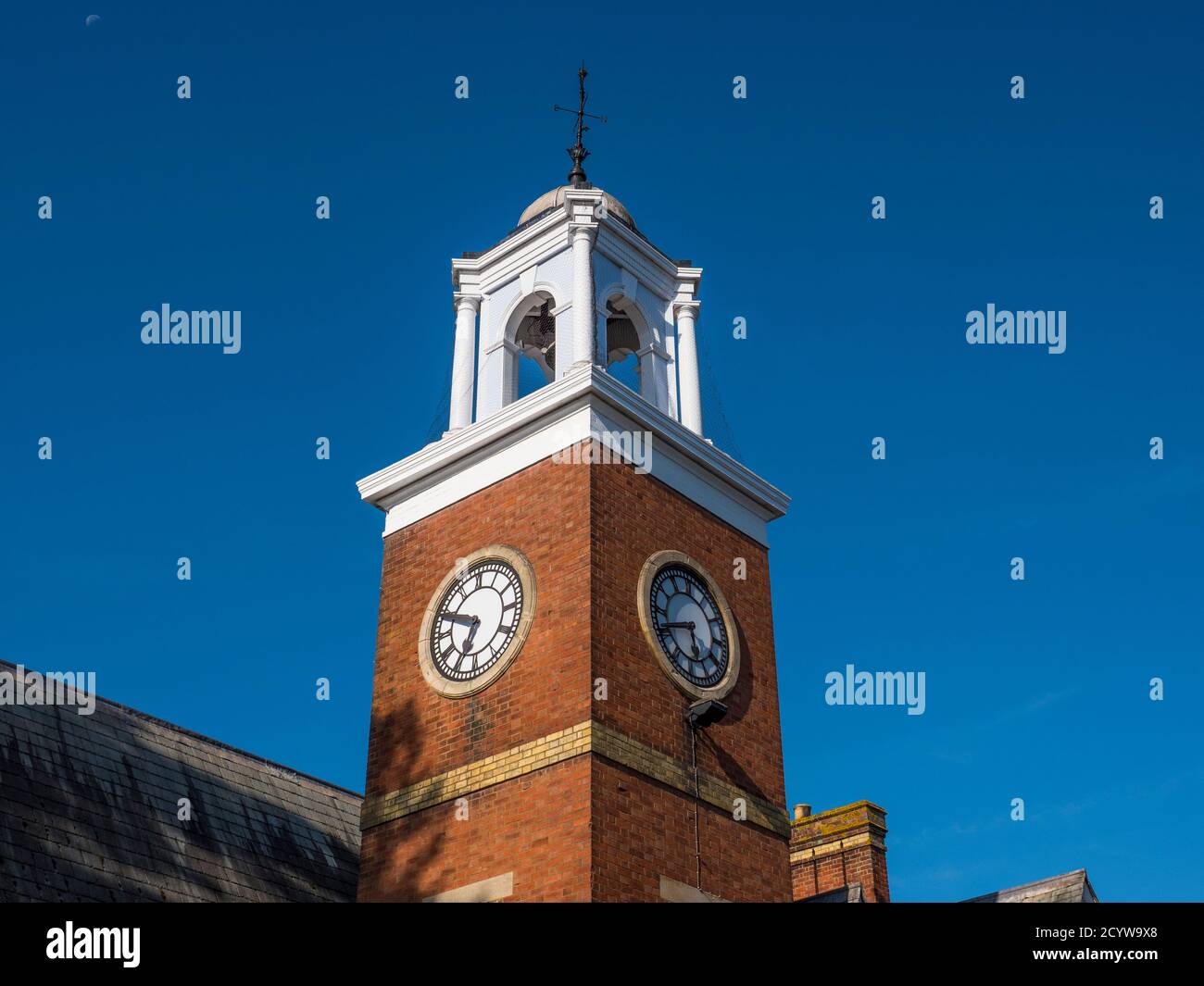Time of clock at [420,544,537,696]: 6:48
